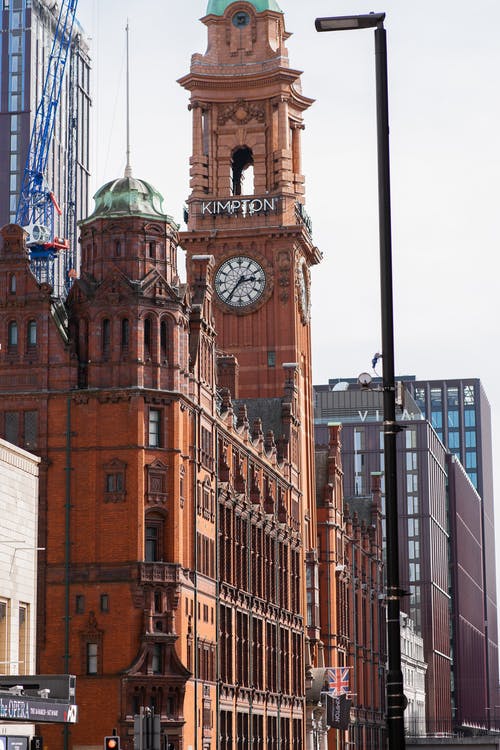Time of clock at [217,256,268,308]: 2:36
